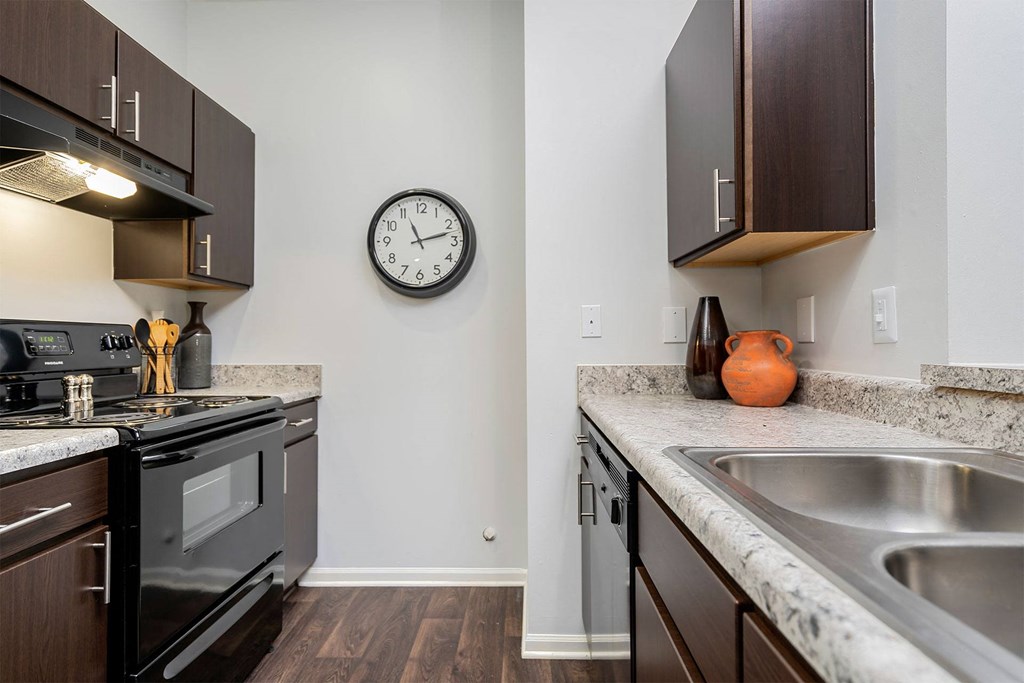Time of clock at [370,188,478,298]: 11:12
